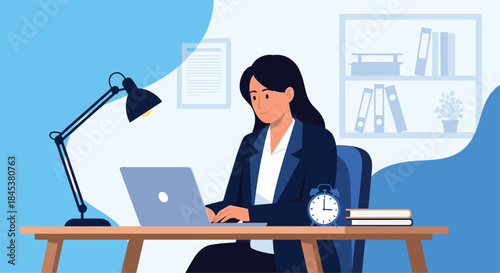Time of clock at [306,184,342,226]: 3:00
